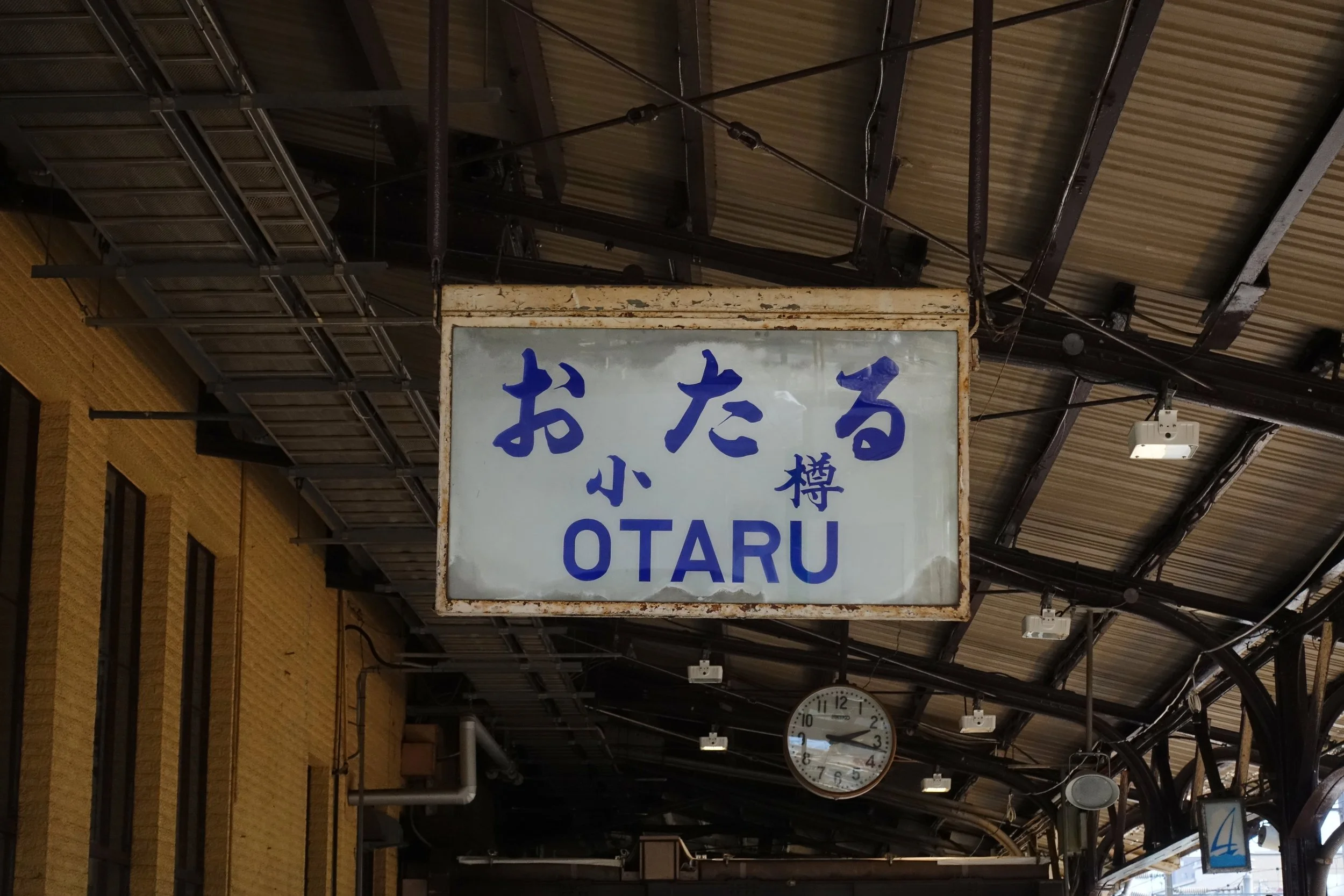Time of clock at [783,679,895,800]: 2:16
